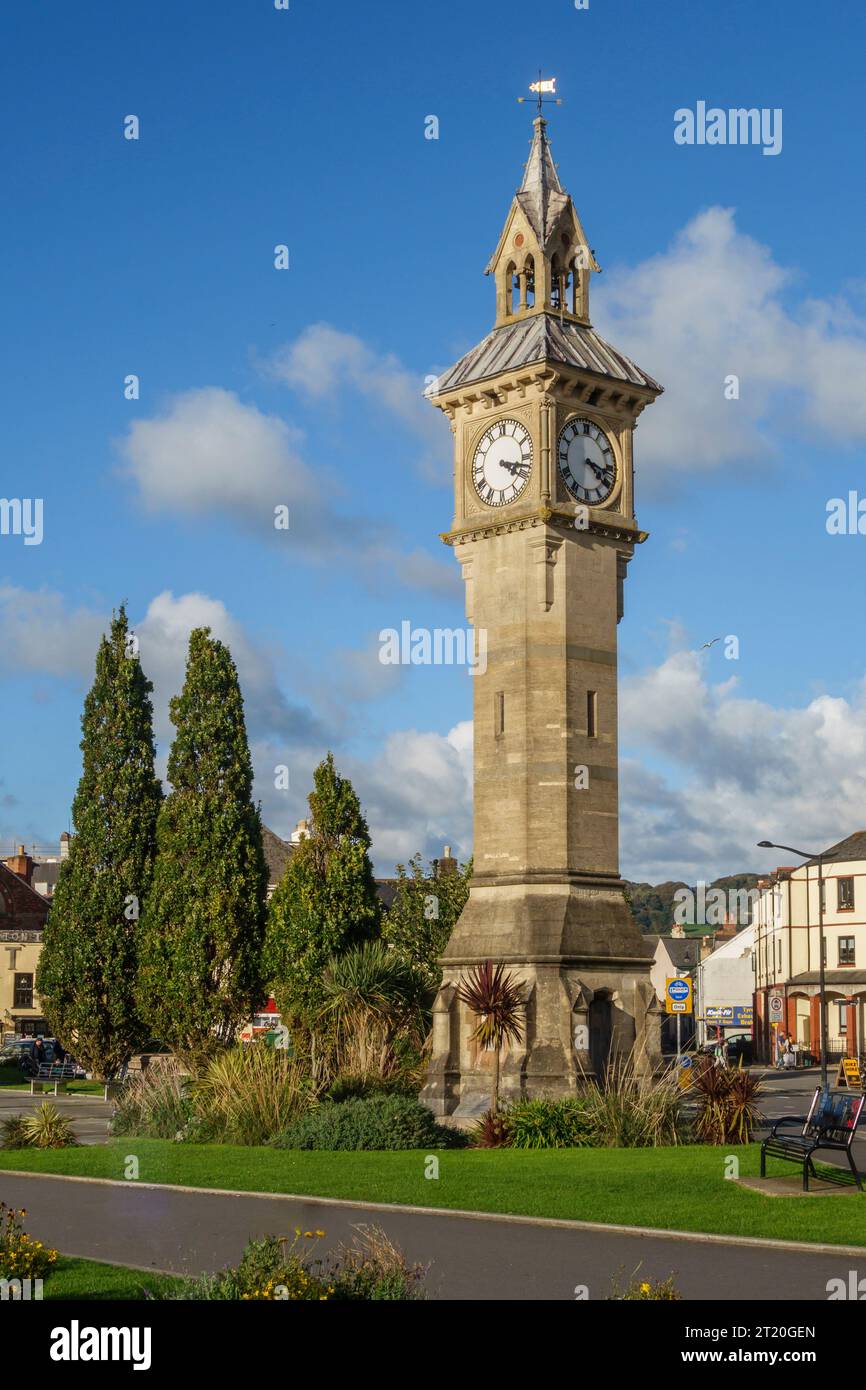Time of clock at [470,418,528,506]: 4:17
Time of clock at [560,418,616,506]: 4:17
